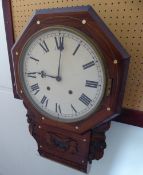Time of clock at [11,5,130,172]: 9:00
